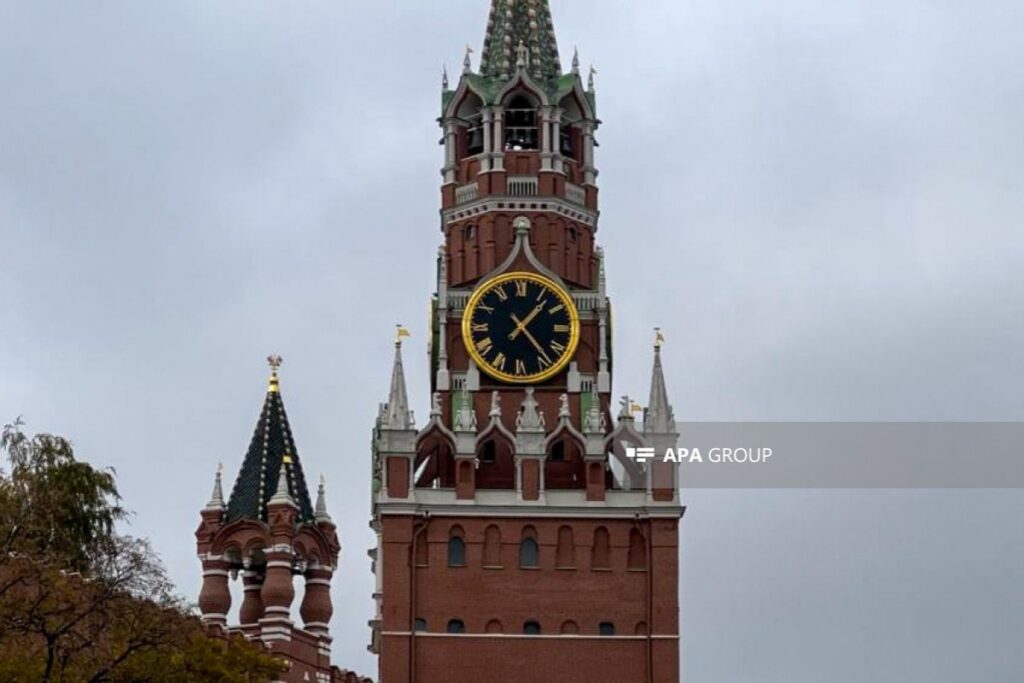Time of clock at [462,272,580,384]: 1:23
